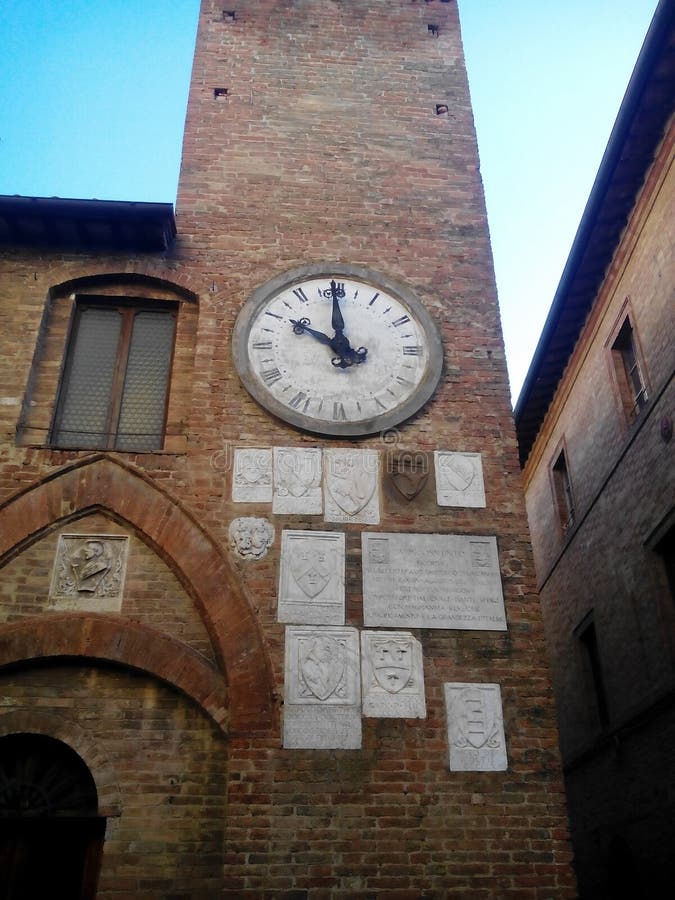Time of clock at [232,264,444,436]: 9:59
